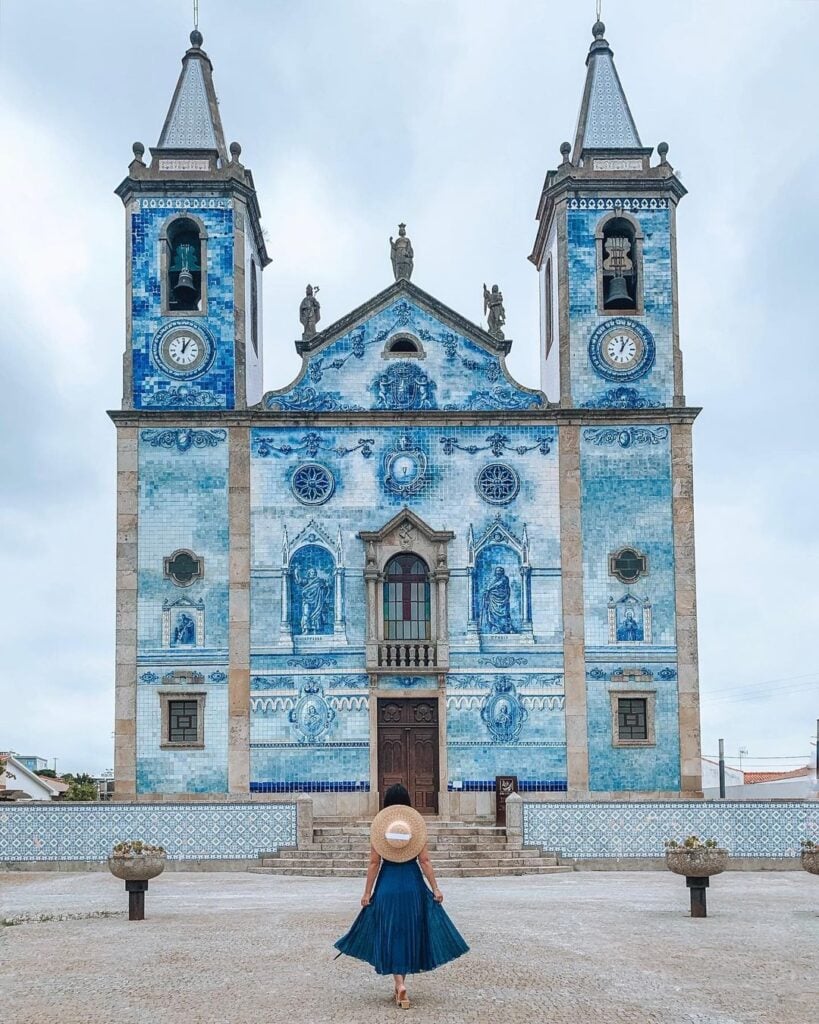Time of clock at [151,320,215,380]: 12:05
